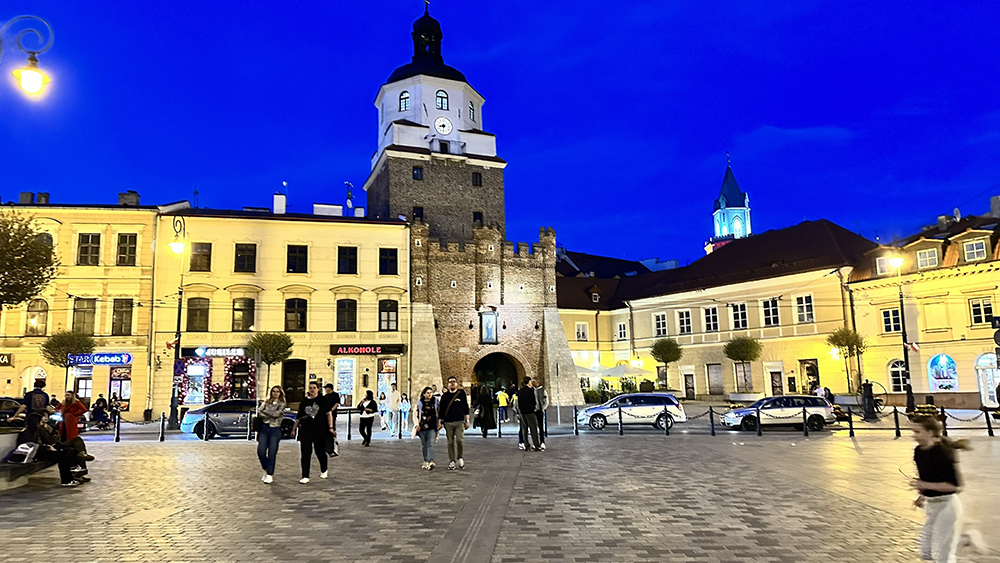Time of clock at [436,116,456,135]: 8:31
